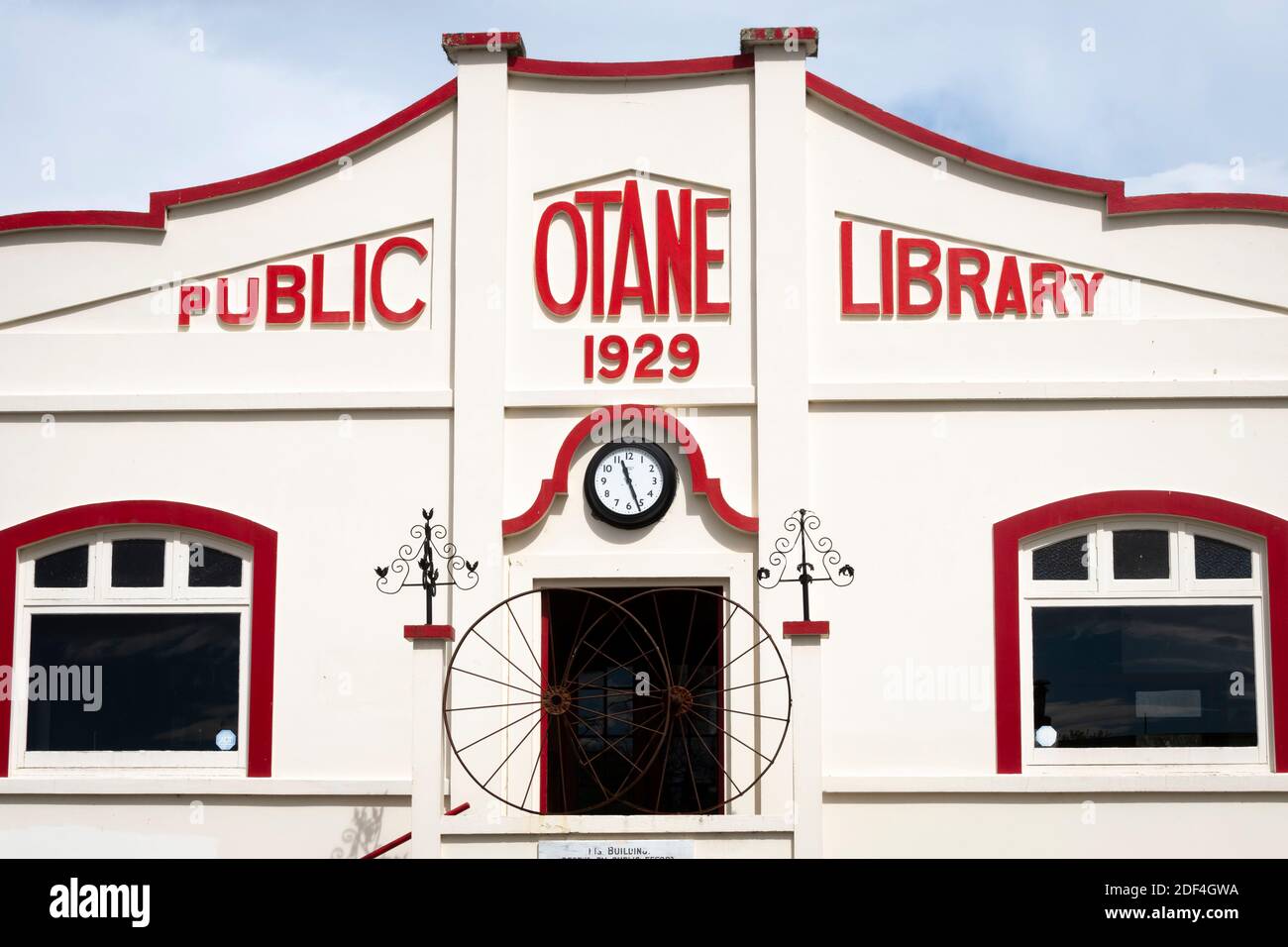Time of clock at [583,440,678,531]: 11:26
